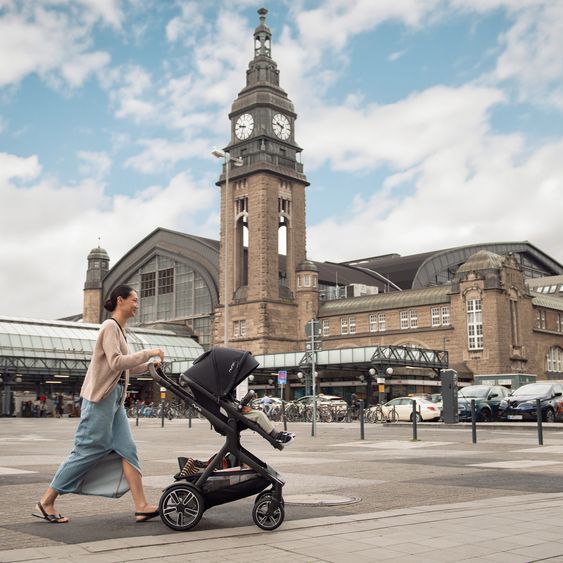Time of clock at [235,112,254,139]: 9:34
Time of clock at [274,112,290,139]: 9:33
